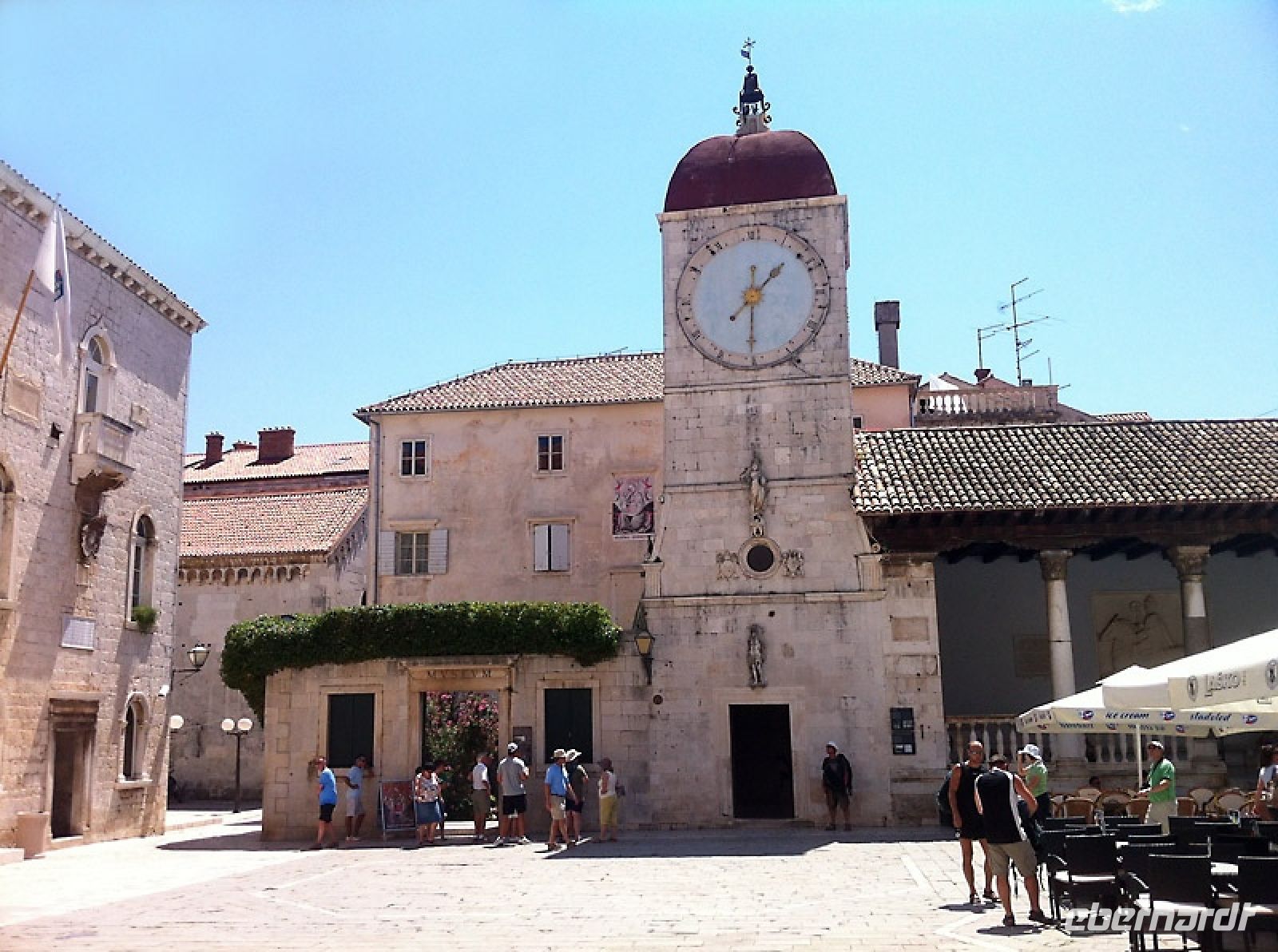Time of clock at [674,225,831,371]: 1:30
